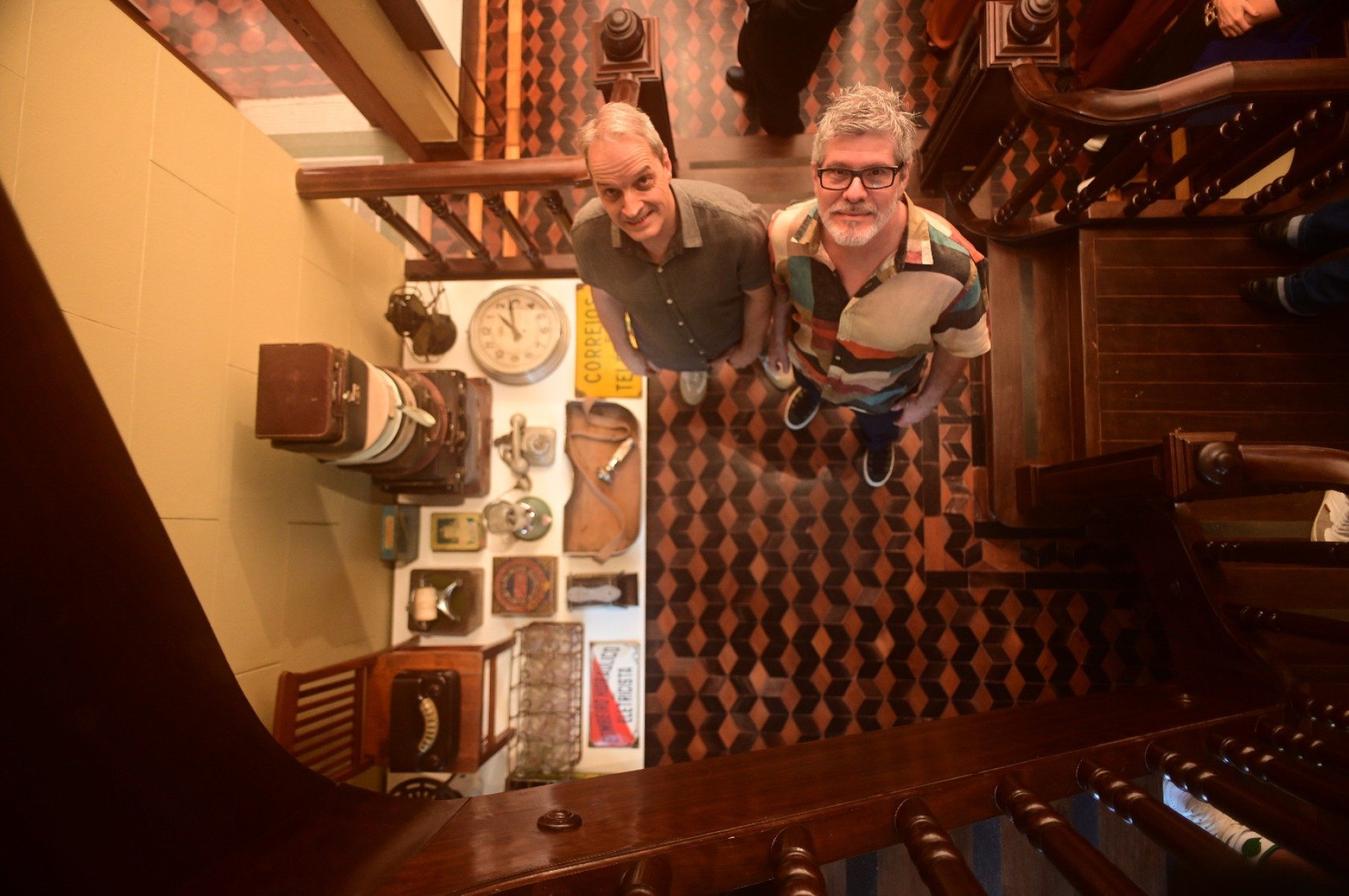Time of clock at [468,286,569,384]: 10:58
